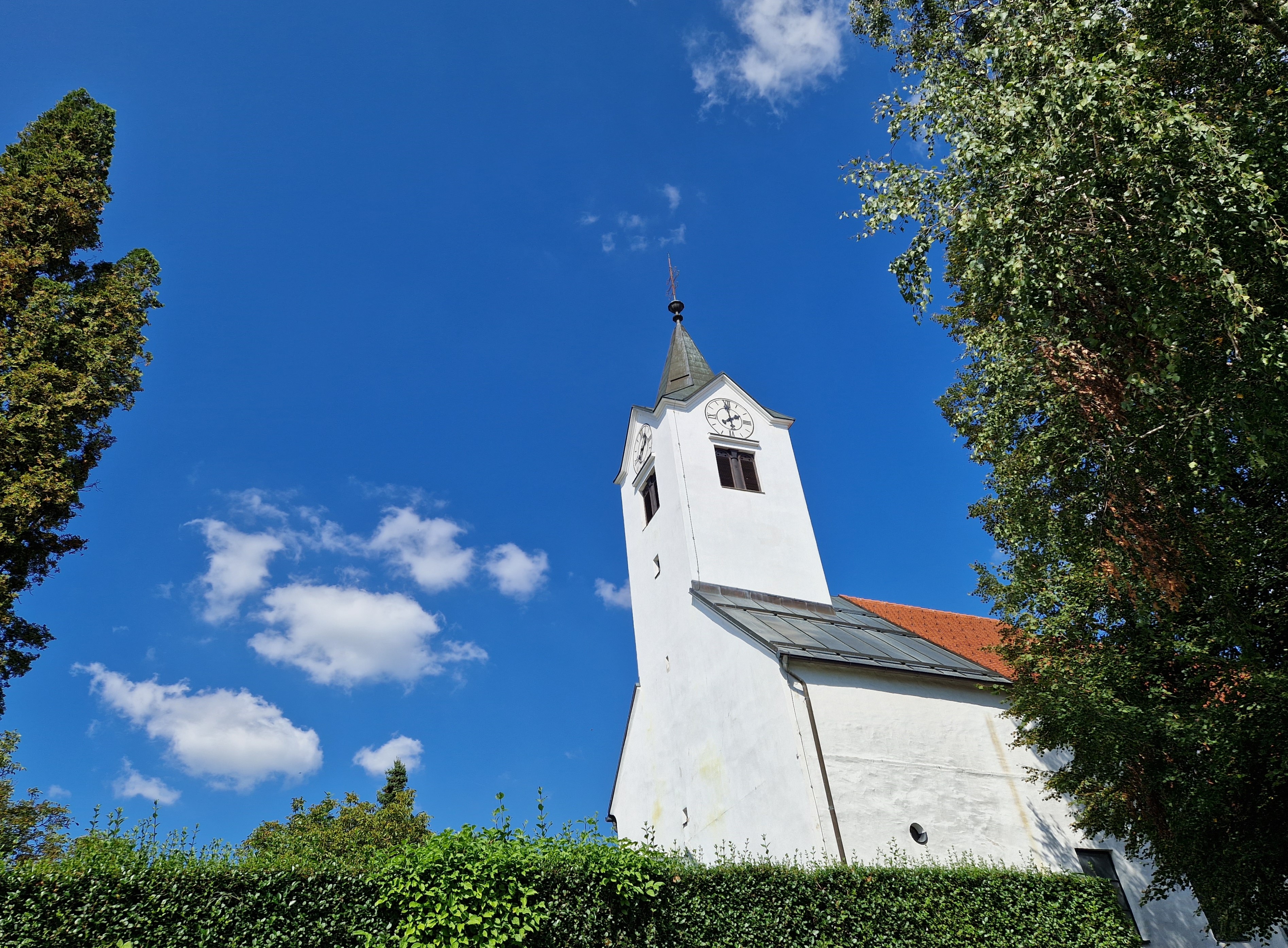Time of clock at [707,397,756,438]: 1:59
